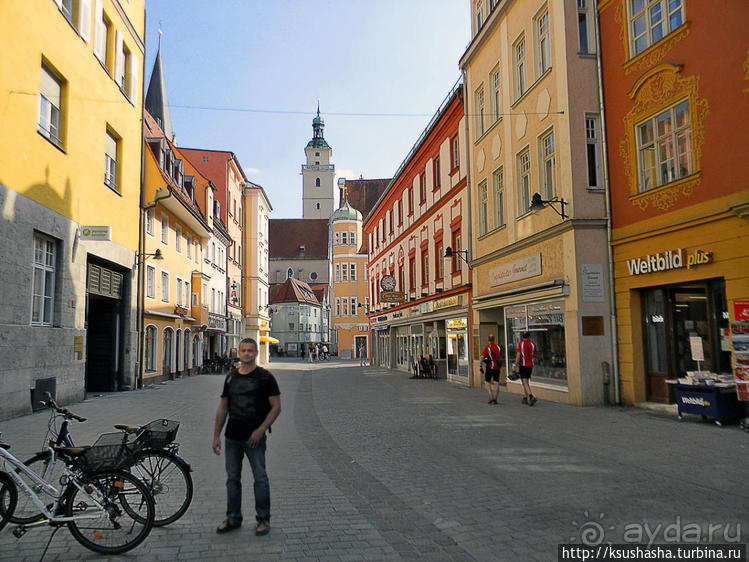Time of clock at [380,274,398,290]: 4:12
